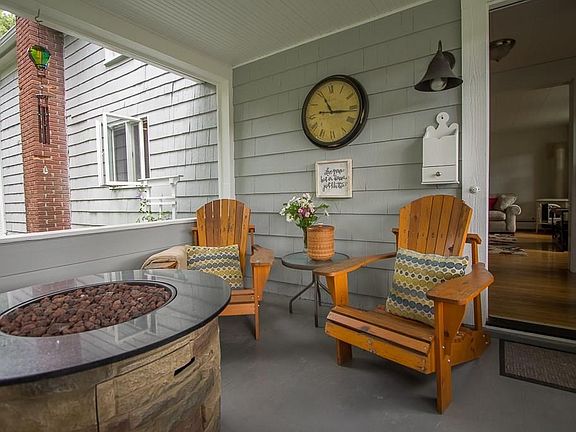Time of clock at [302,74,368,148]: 11:16
